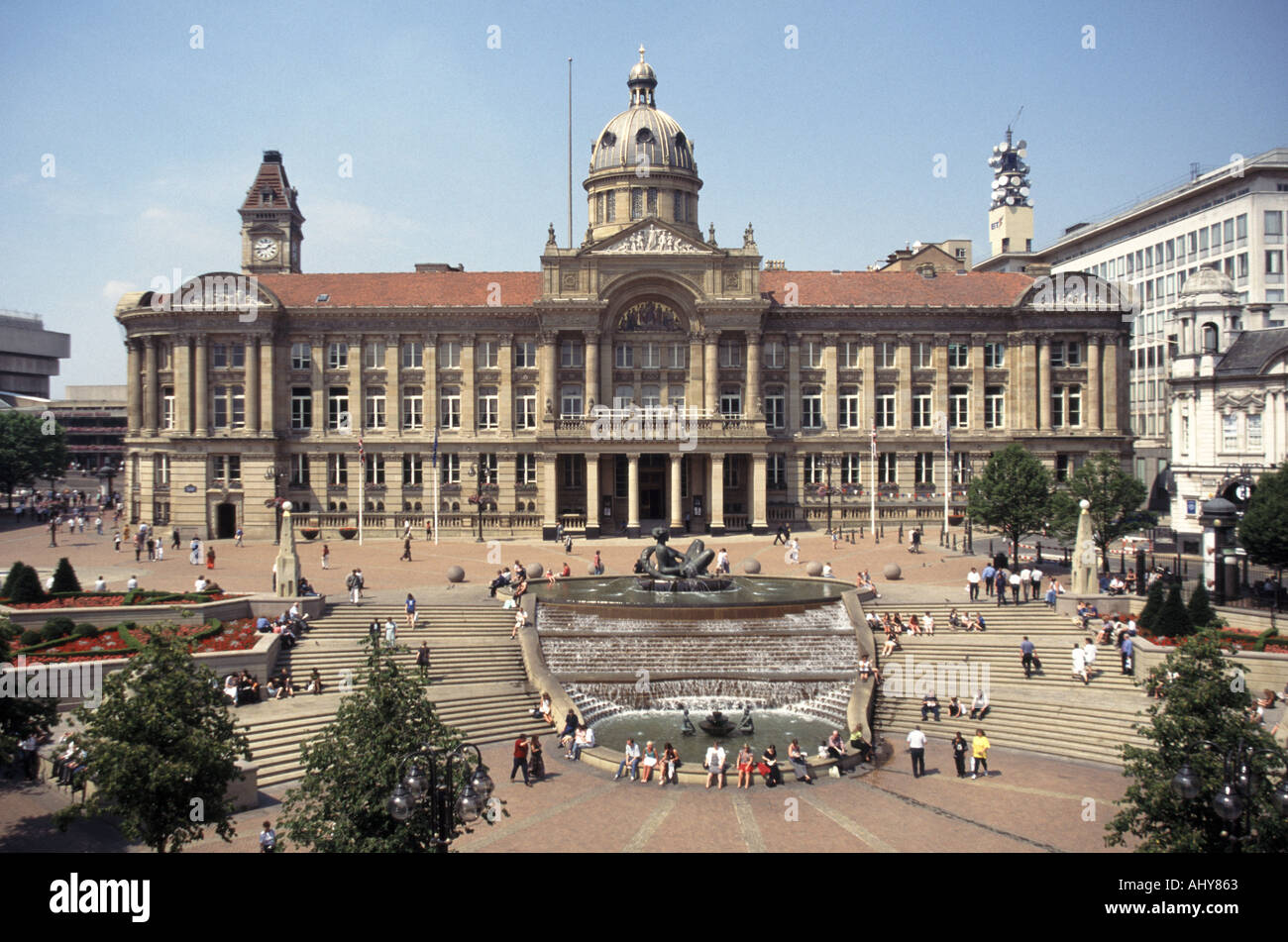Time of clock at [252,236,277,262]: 1:43
